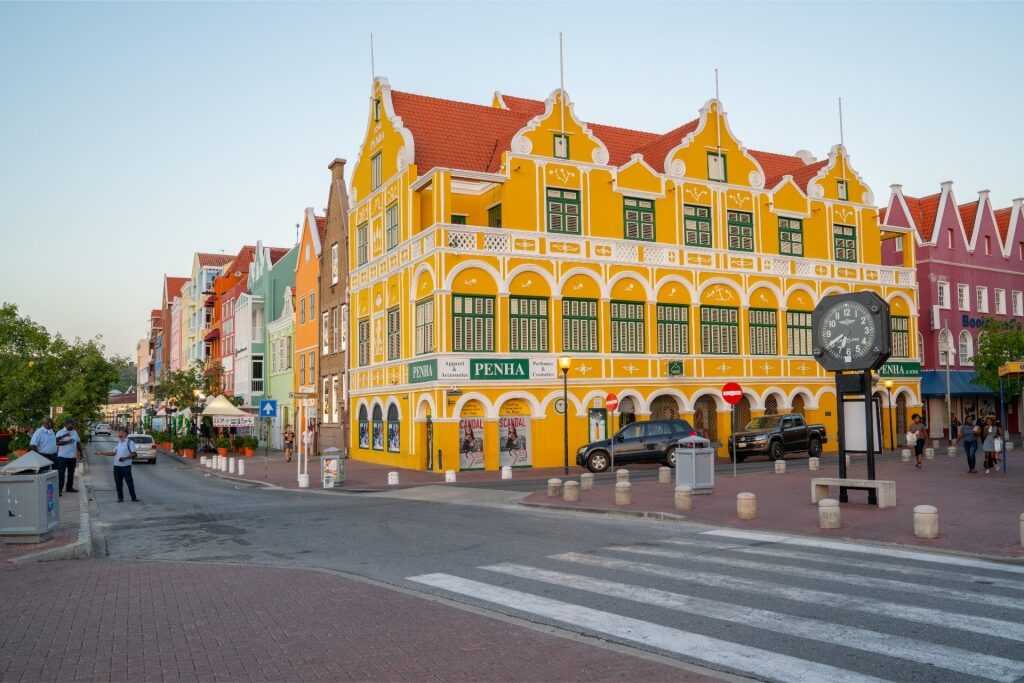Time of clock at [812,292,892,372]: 6:40
